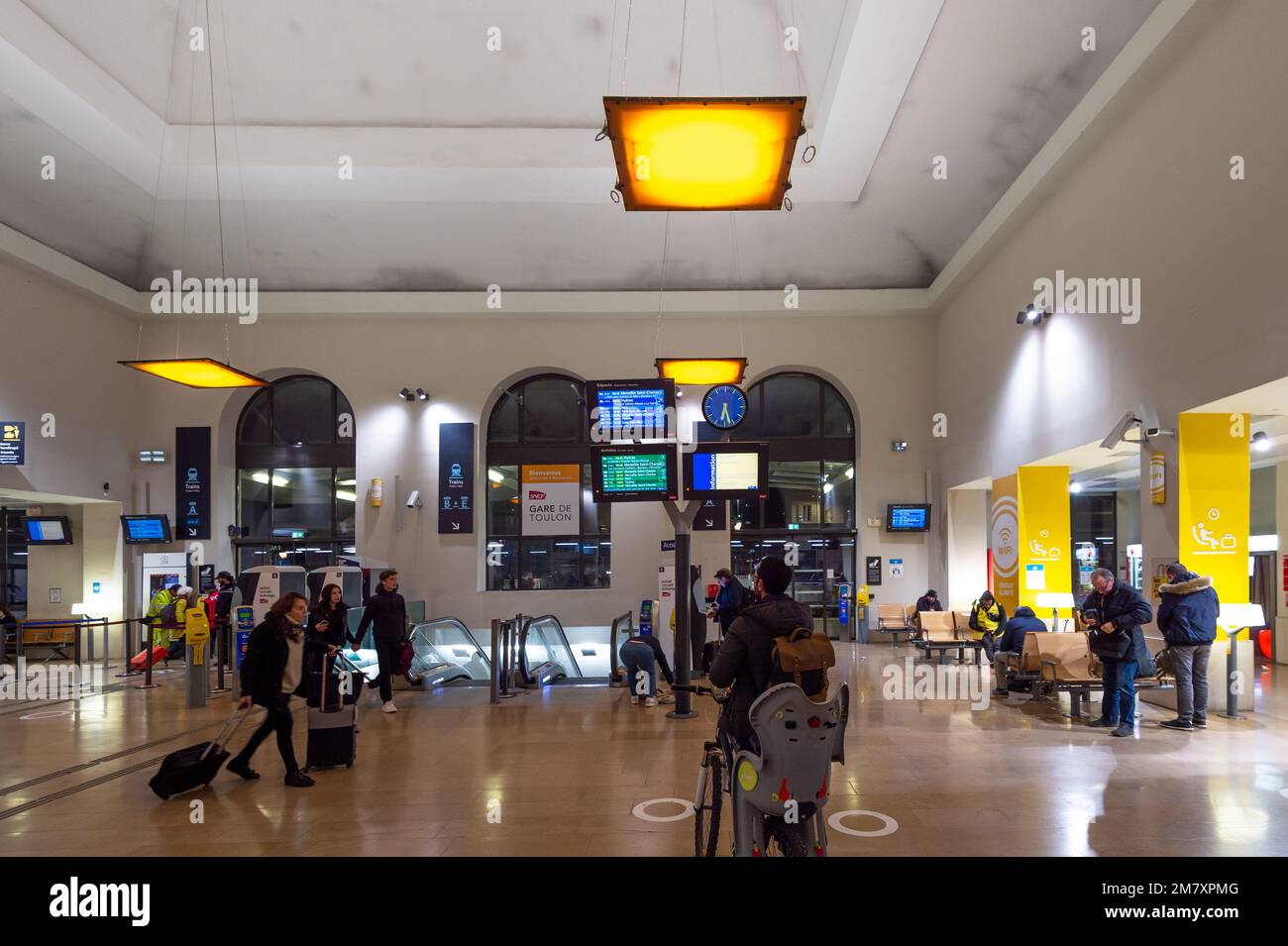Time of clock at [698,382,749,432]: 6:27
